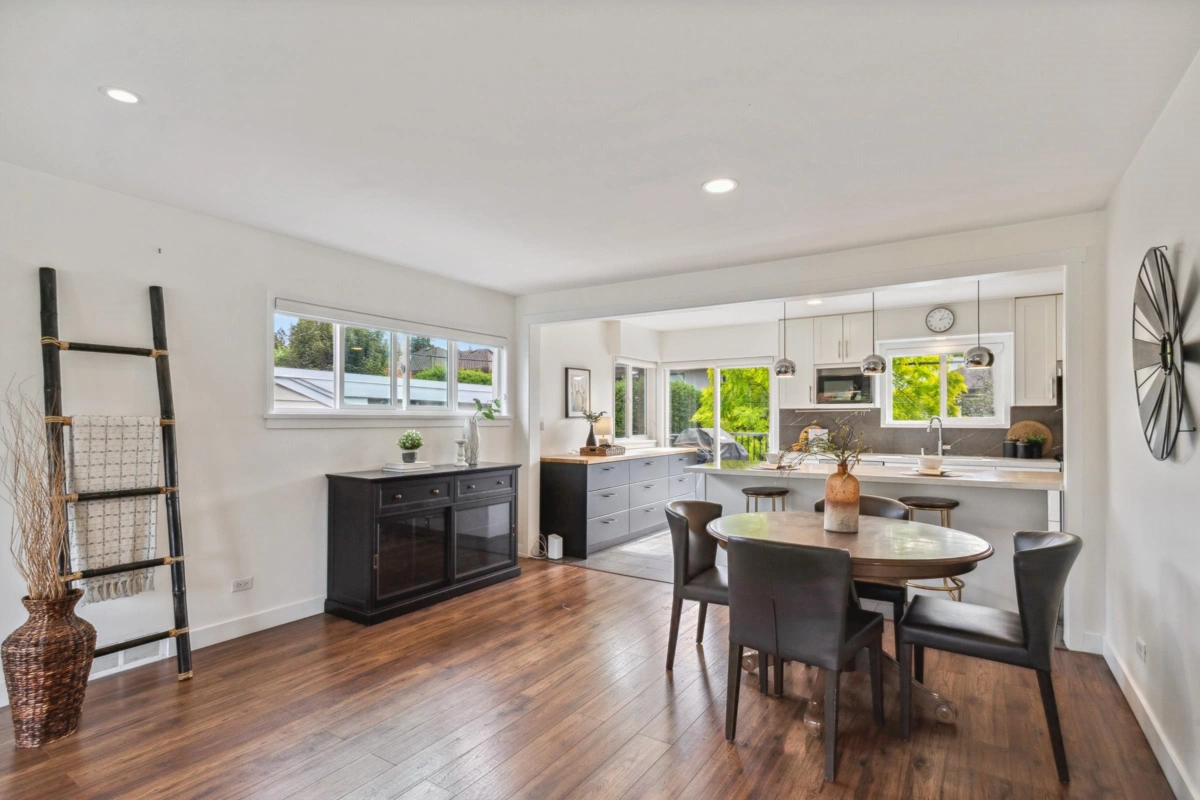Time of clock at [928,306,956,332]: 1:12
